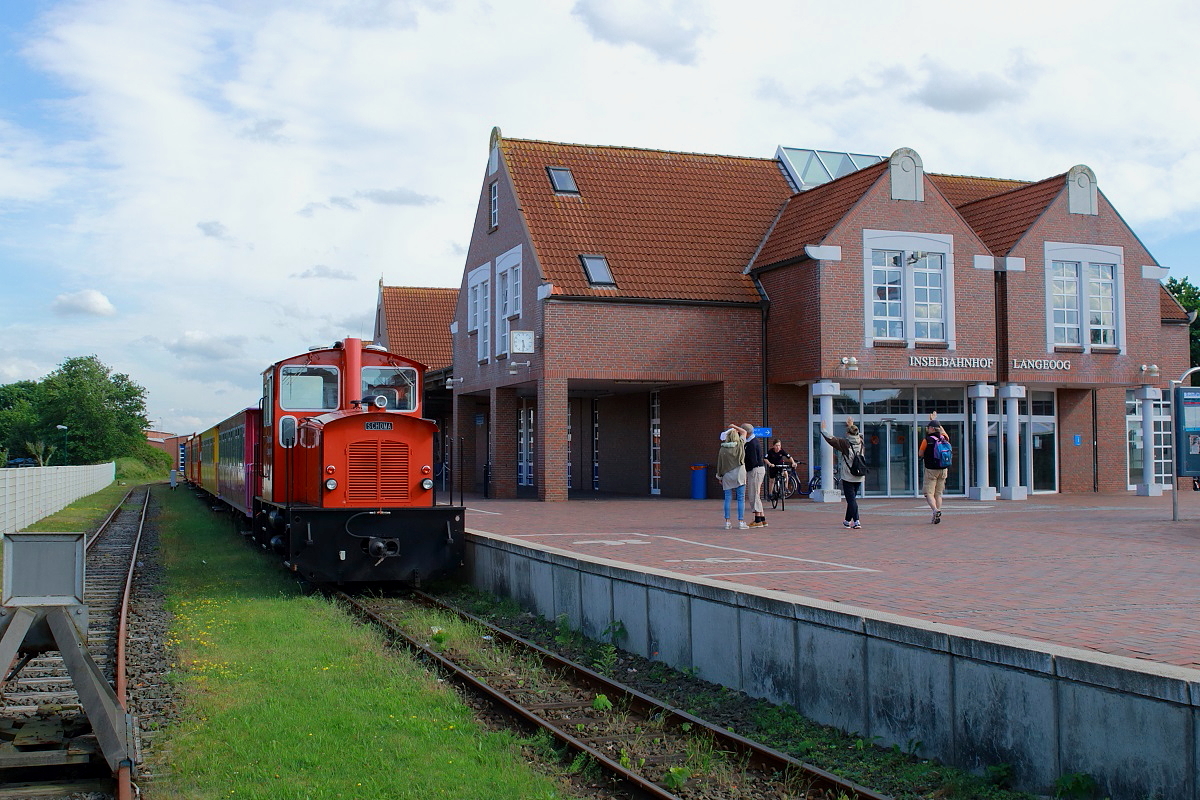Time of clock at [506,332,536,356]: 5:29
